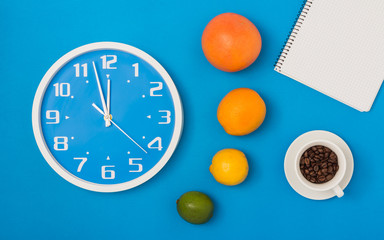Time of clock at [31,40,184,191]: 11:57
